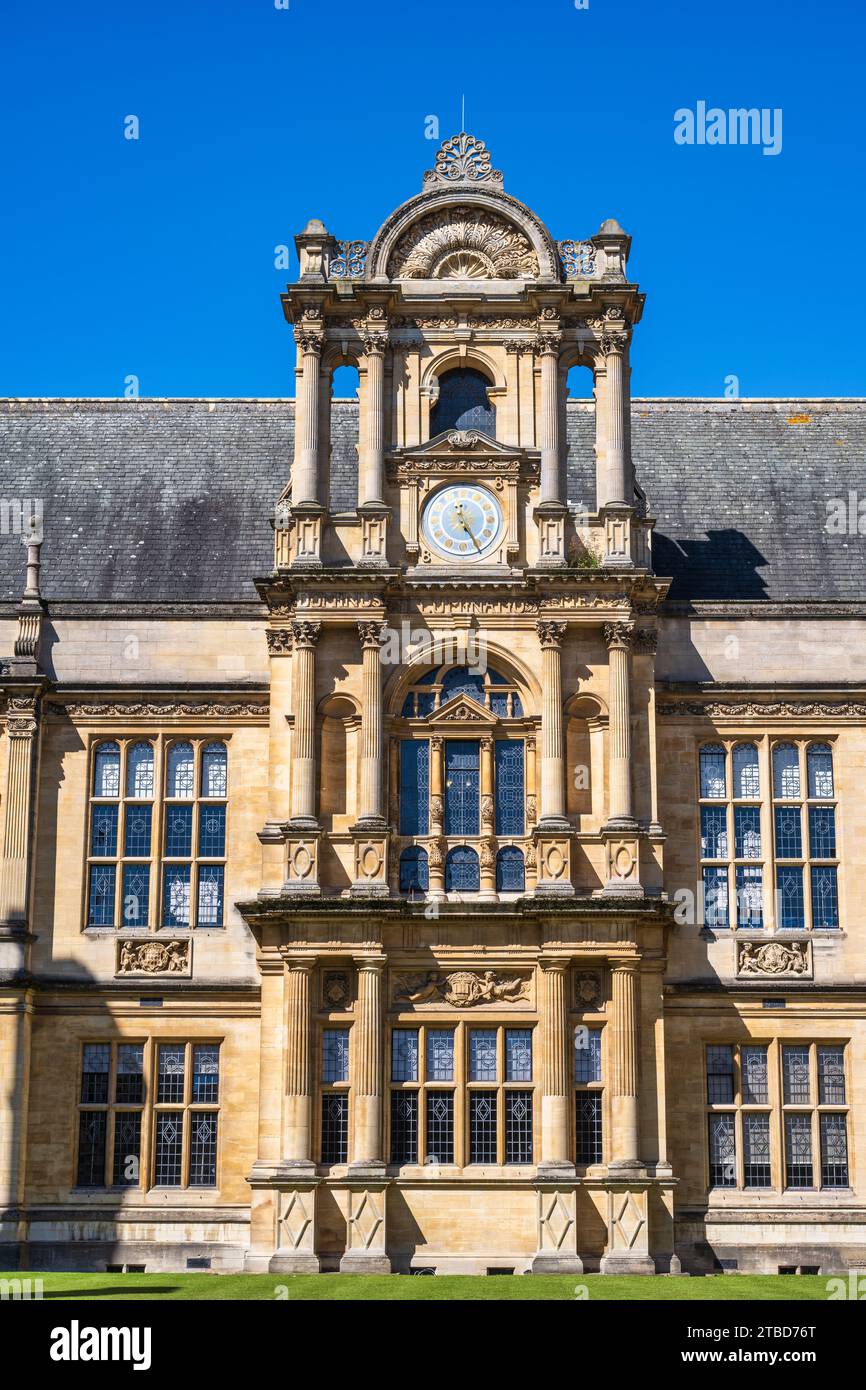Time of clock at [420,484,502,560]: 11:25
